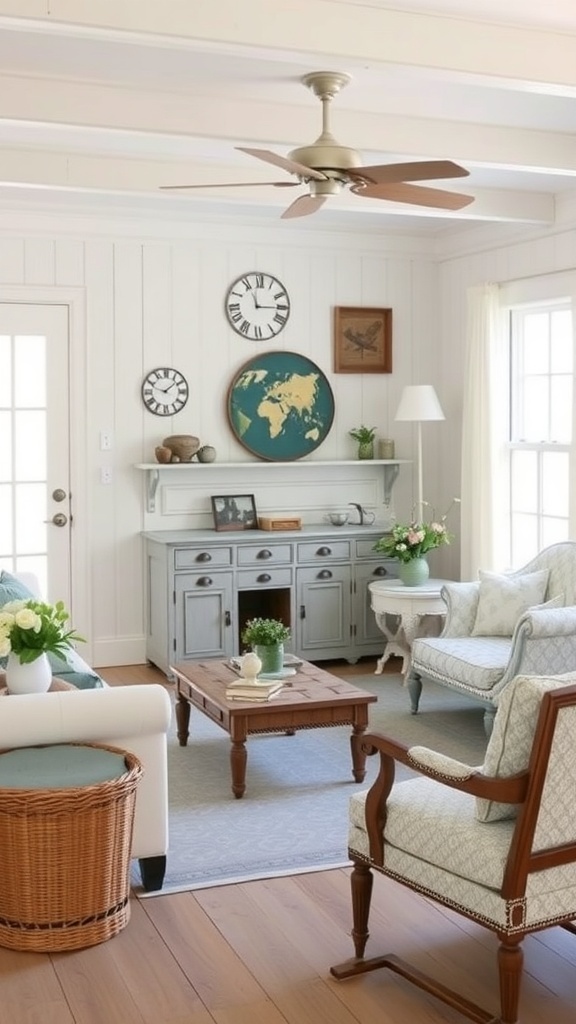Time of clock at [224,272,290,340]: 11:14
